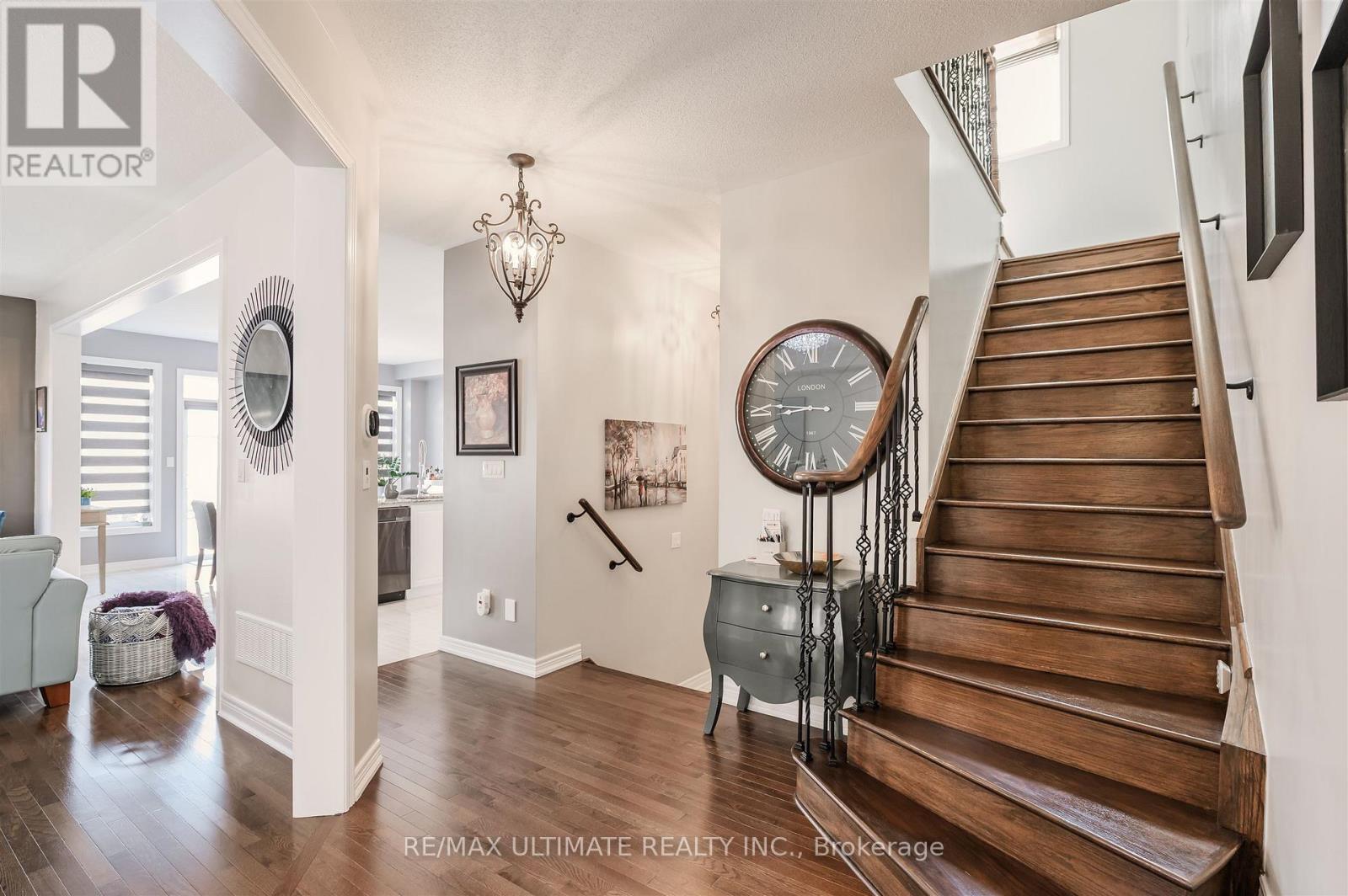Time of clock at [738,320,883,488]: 8:45
